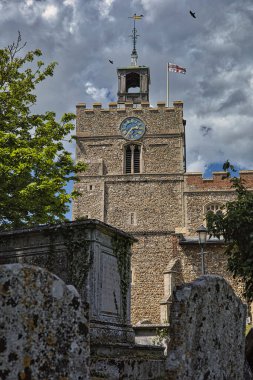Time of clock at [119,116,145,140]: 7:15
